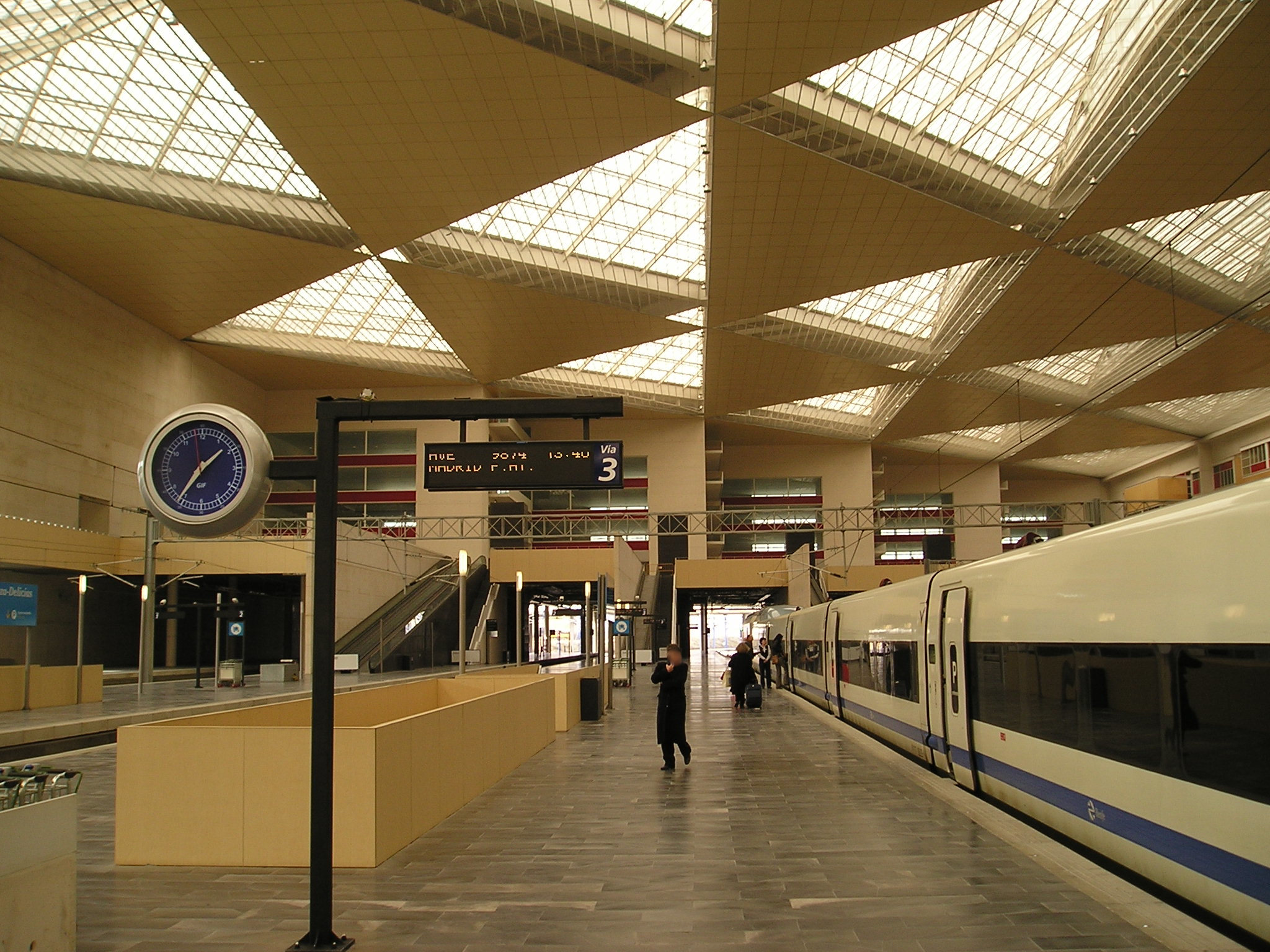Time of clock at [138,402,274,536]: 1:35
